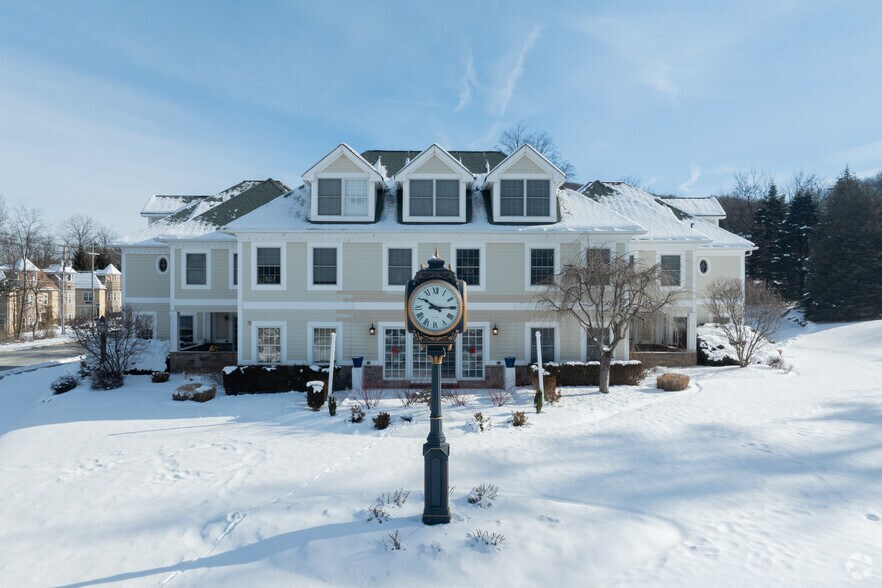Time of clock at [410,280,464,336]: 10:14
